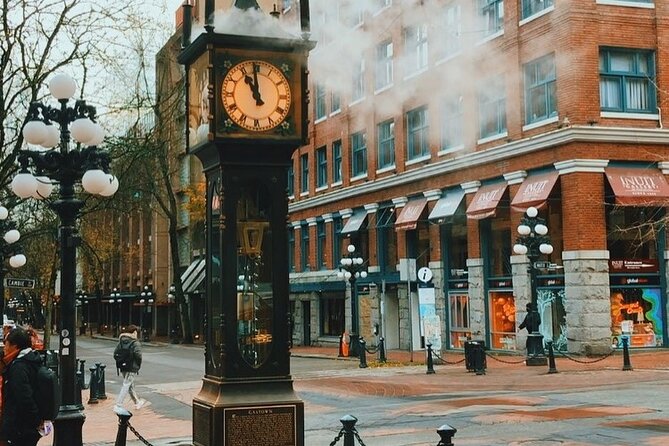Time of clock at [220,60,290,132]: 10:59
